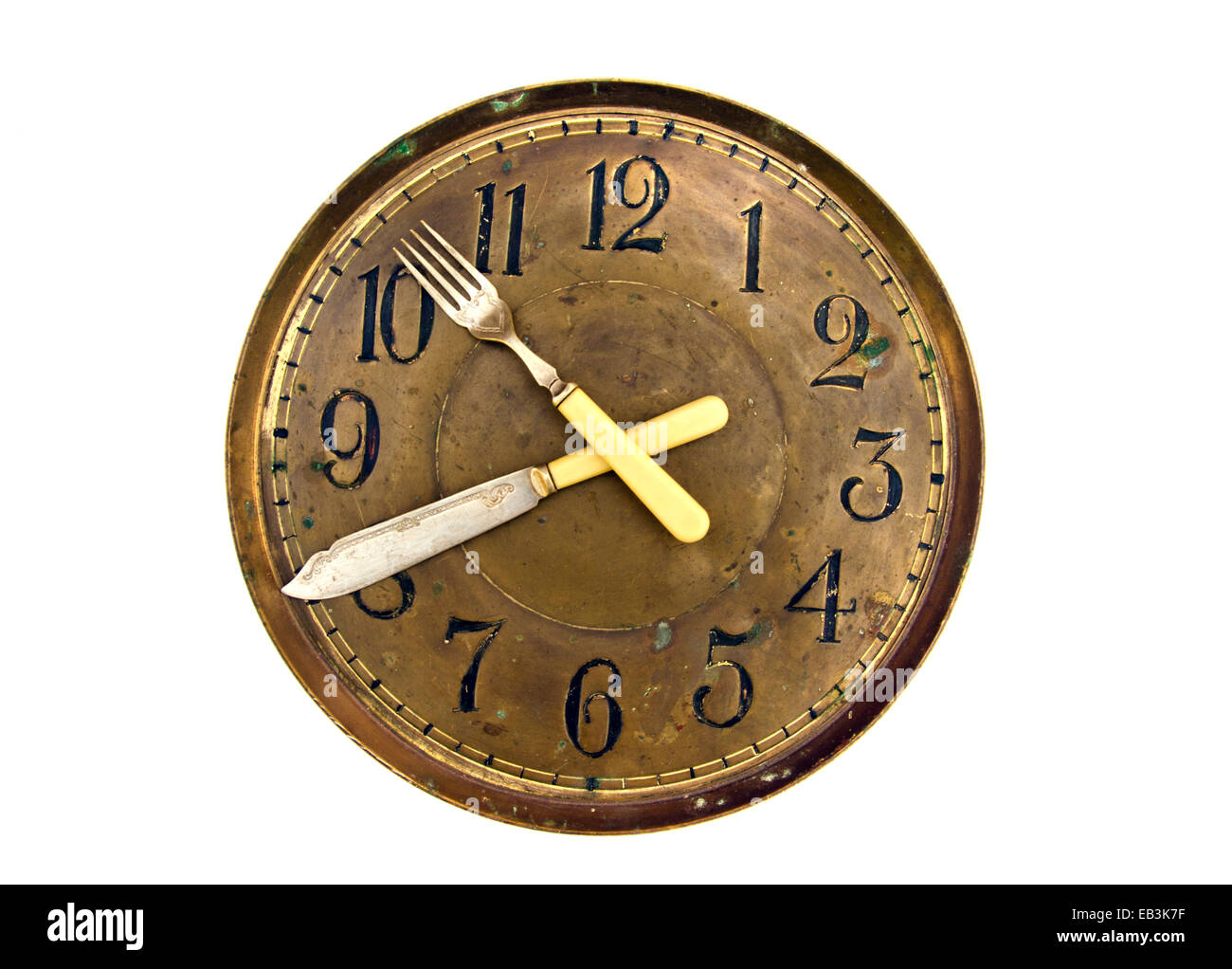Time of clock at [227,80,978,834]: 10:40
